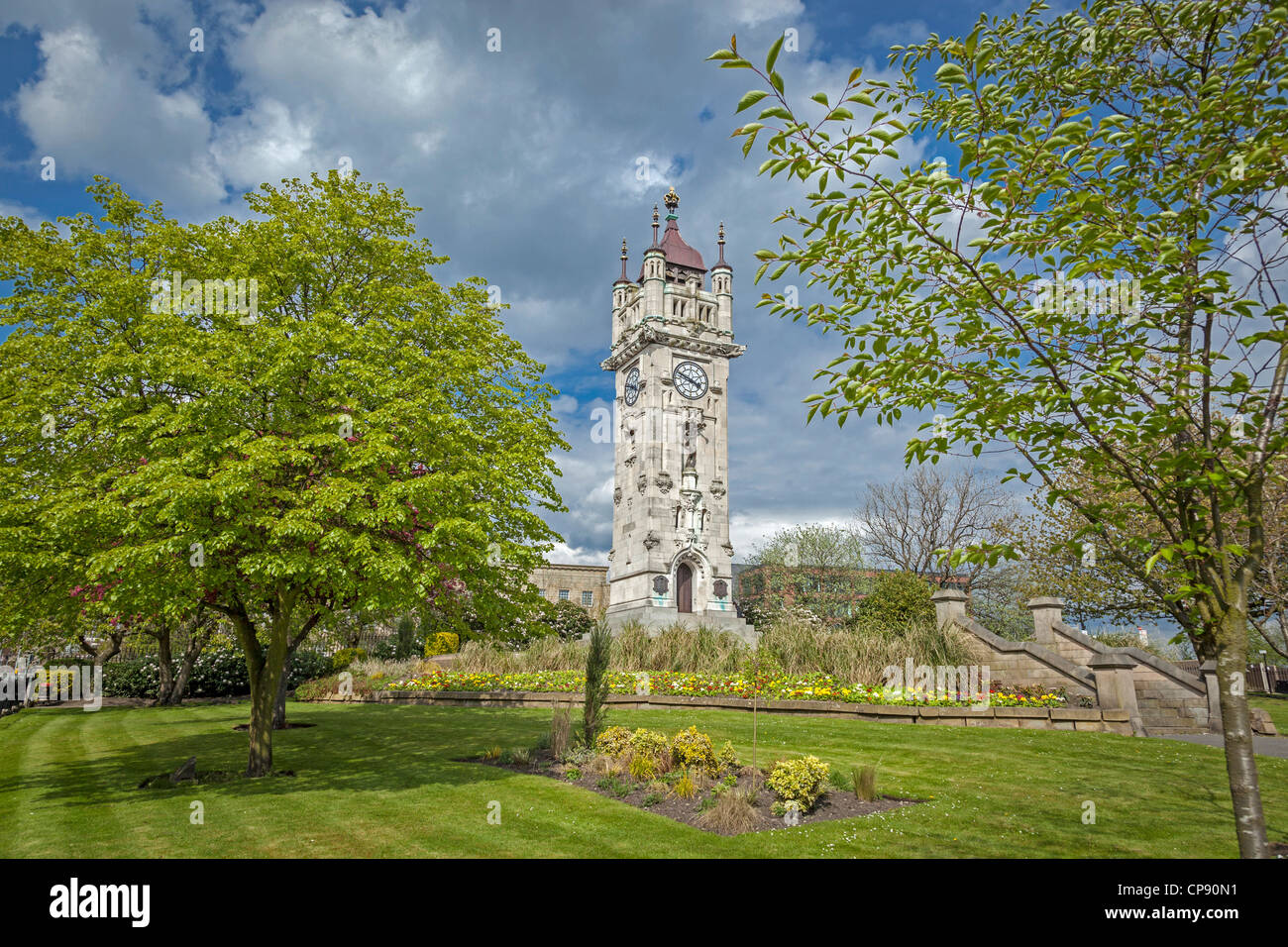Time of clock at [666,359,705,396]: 3:48
